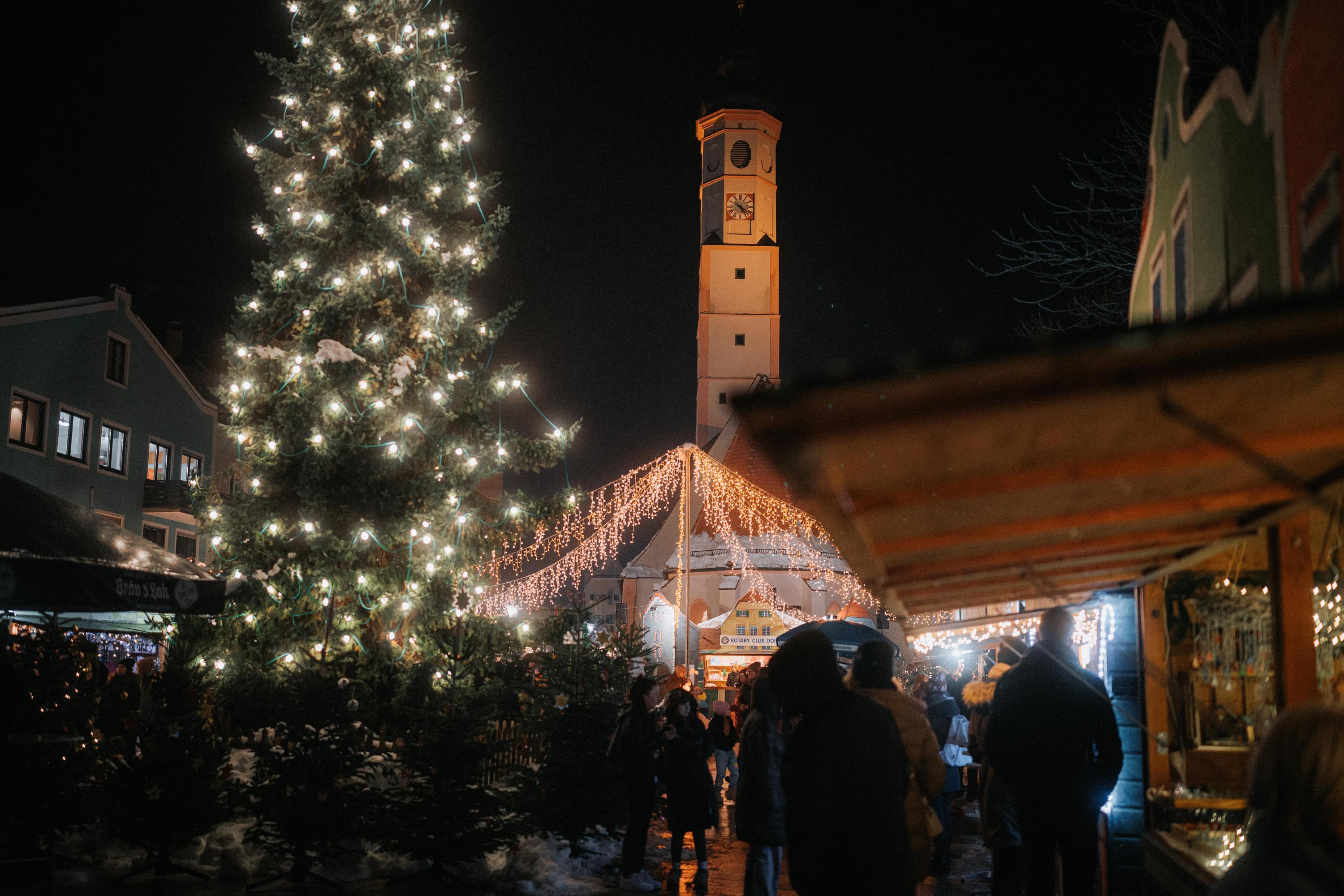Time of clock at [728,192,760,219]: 4:22
